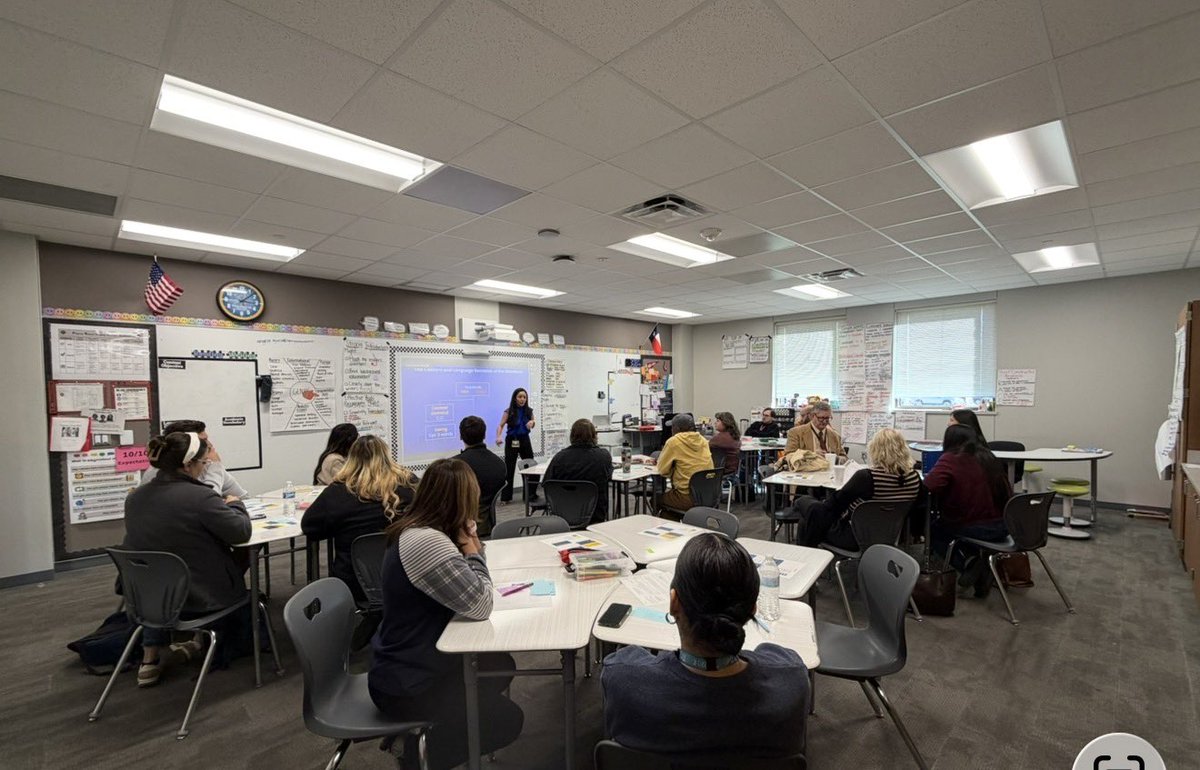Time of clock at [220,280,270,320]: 3:07
